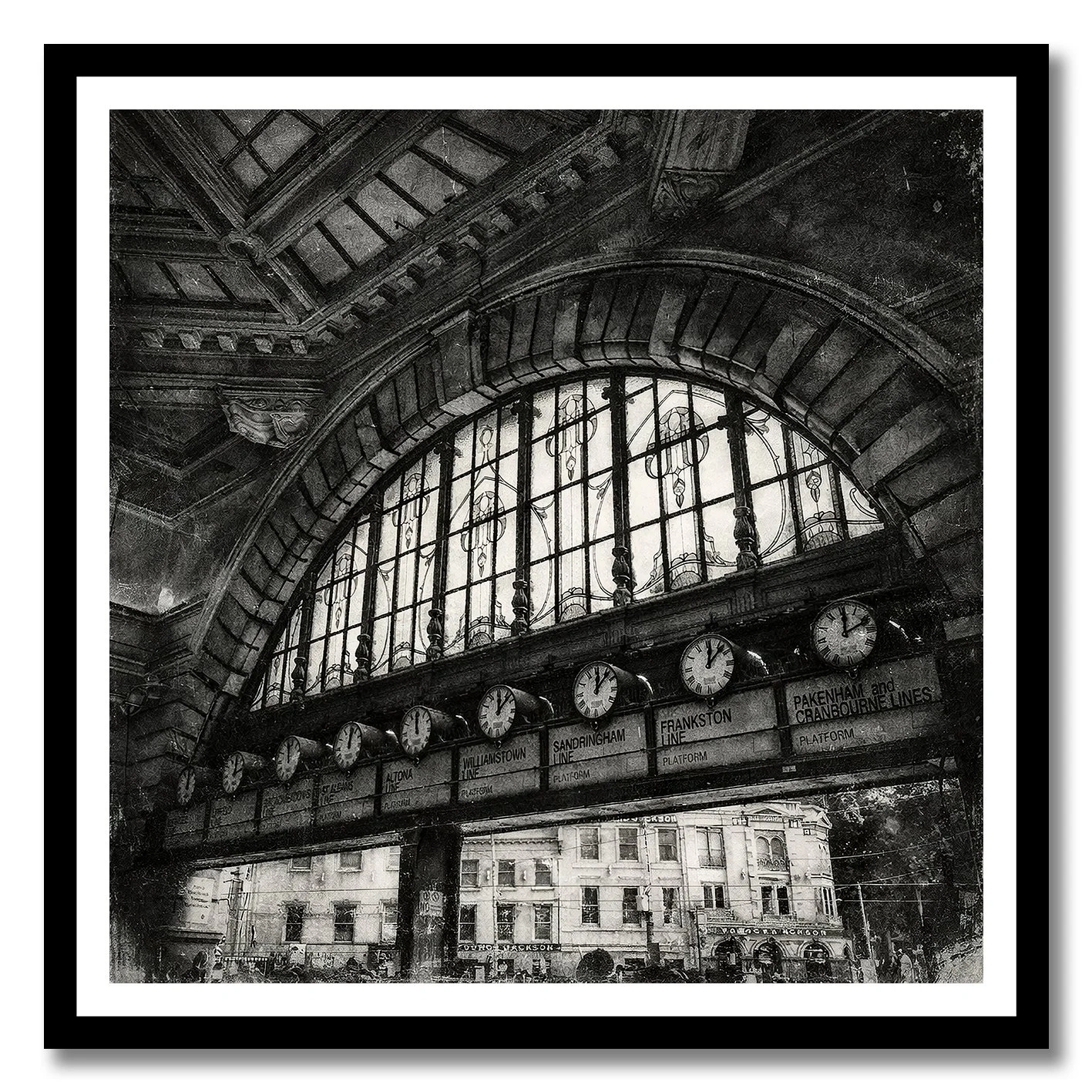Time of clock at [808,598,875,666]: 12:09
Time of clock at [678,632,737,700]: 12:07
